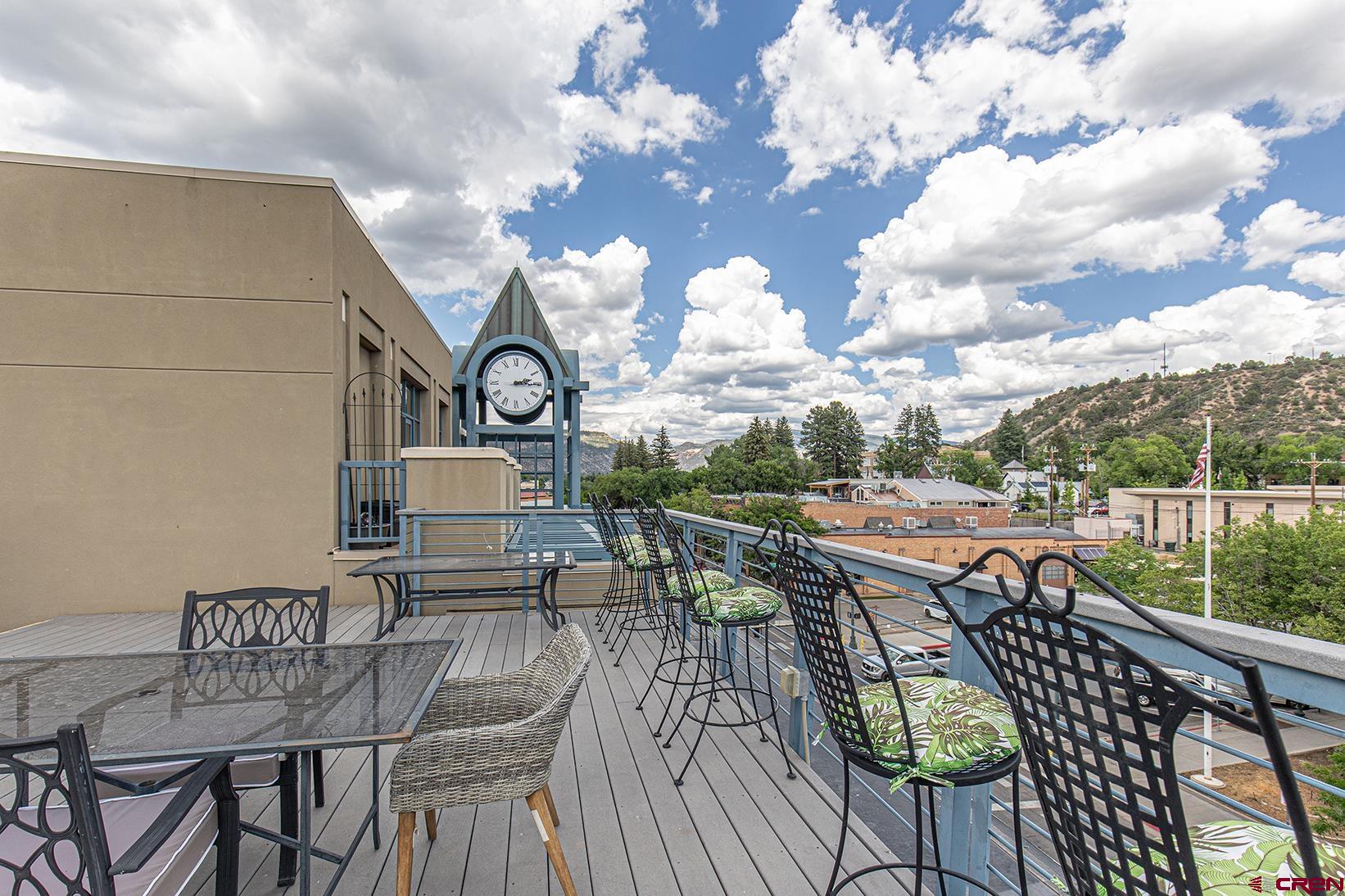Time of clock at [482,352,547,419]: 2:14
